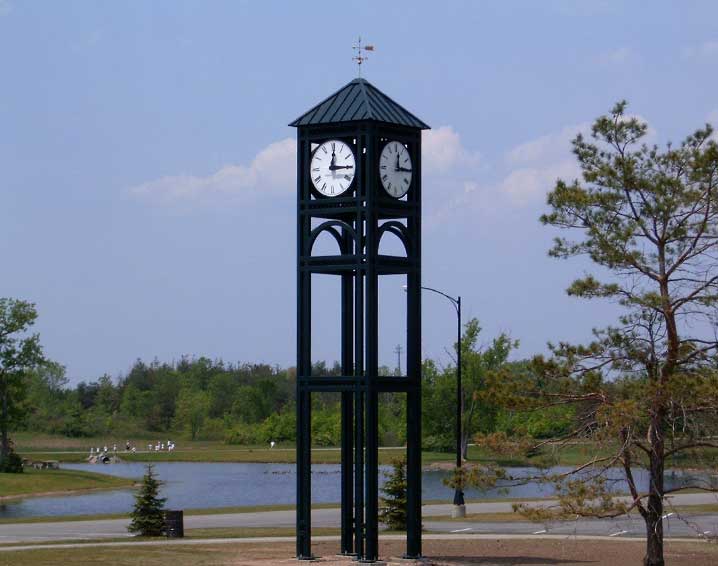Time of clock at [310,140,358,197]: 12:14
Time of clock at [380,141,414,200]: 12:14
